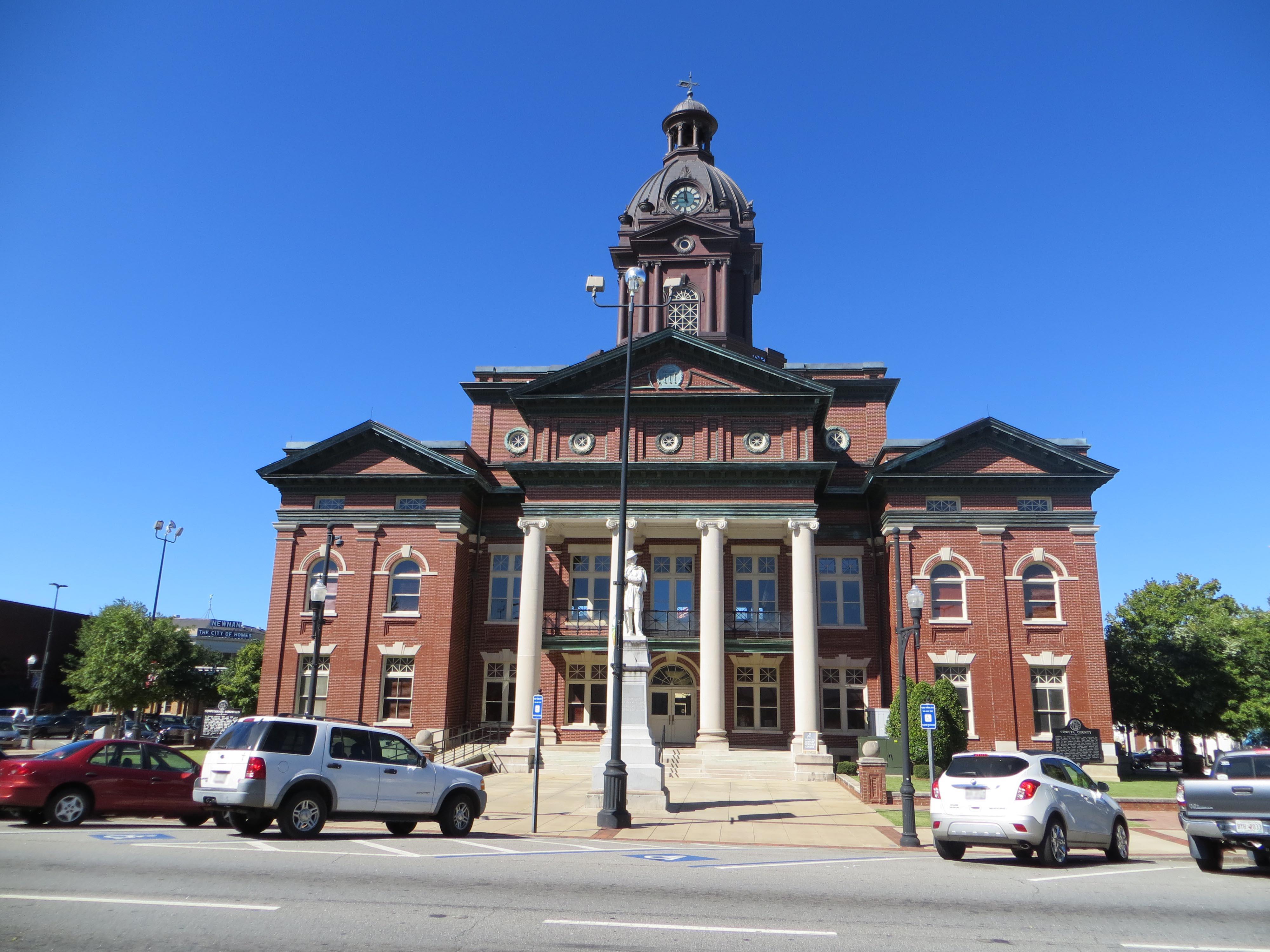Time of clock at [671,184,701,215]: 11:46
